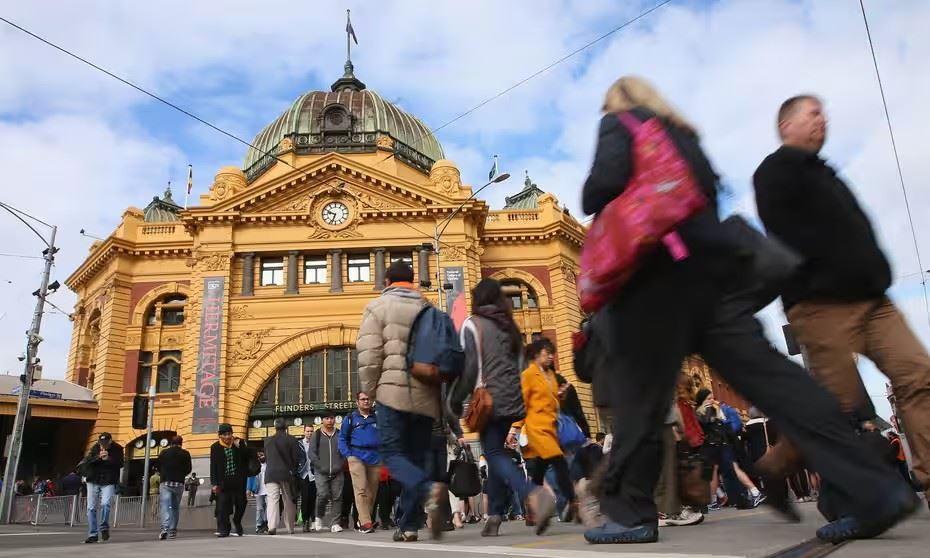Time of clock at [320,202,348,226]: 9:33
